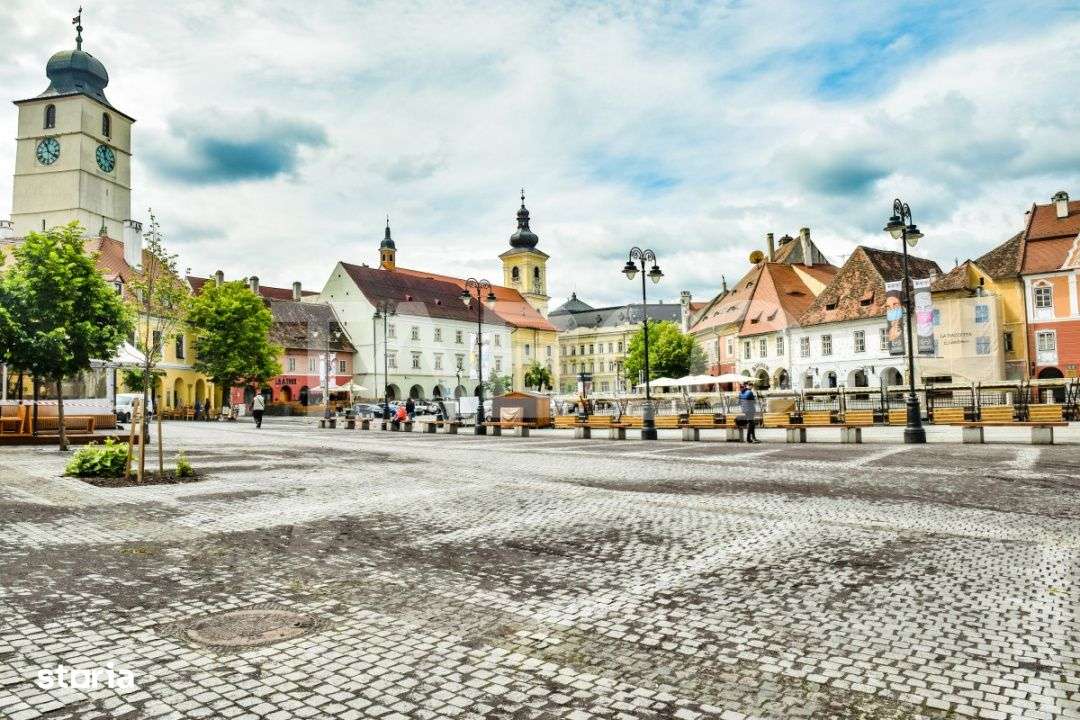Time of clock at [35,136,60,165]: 11:21
